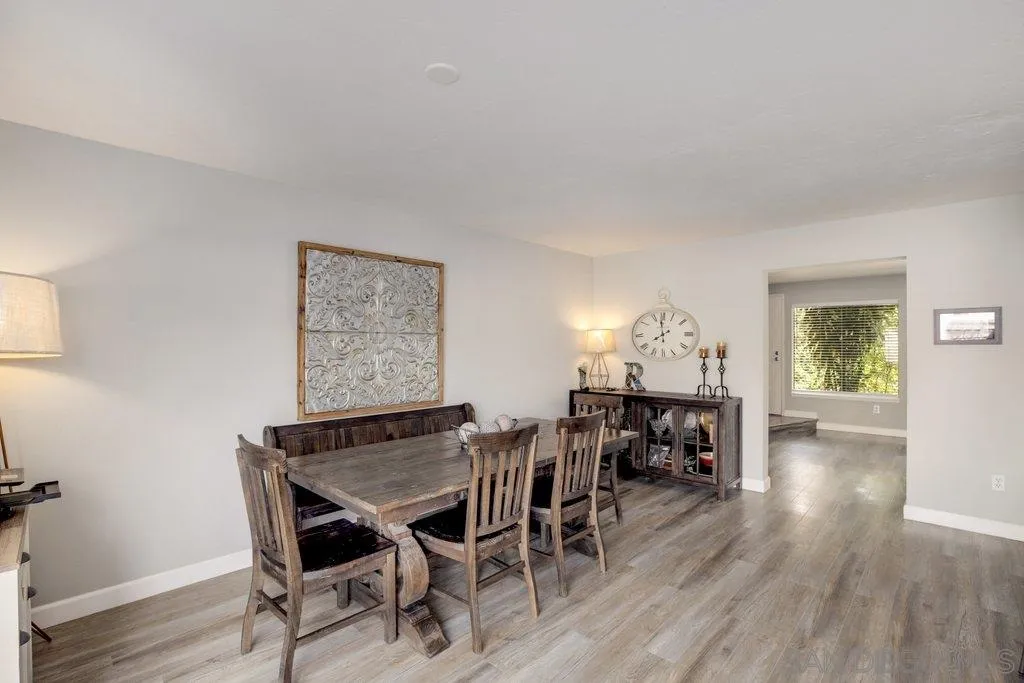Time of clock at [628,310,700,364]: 7:59
